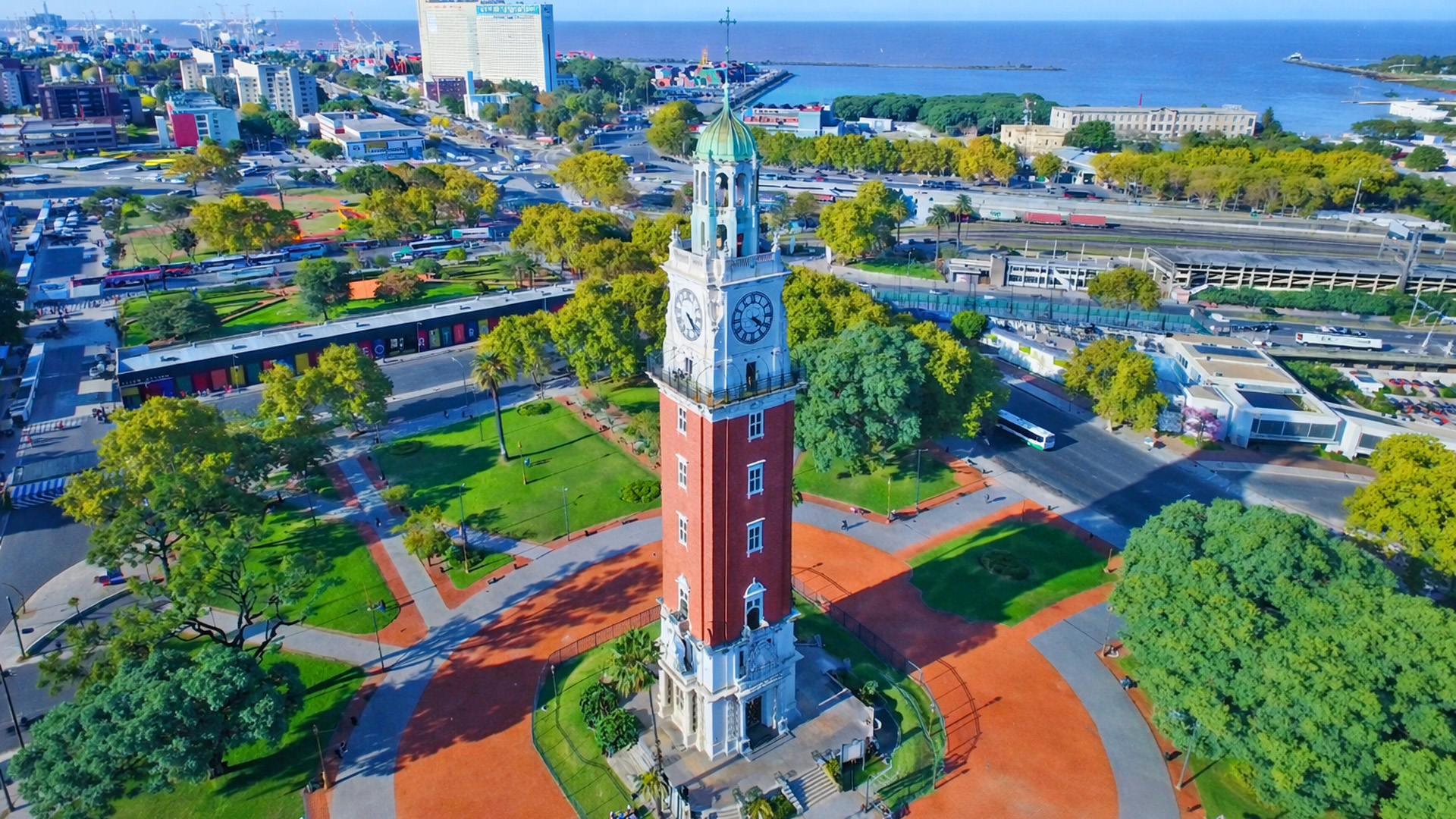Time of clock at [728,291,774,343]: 4:19
